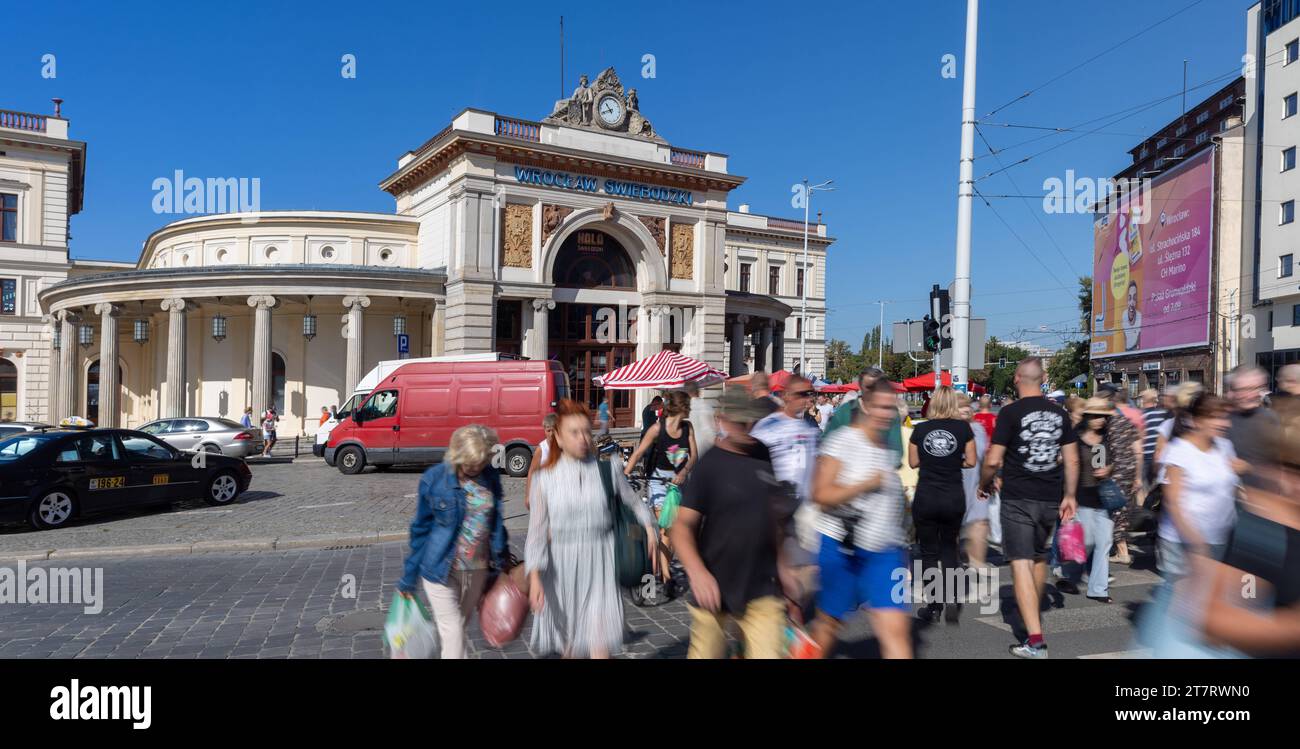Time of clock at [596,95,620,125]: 10:41
